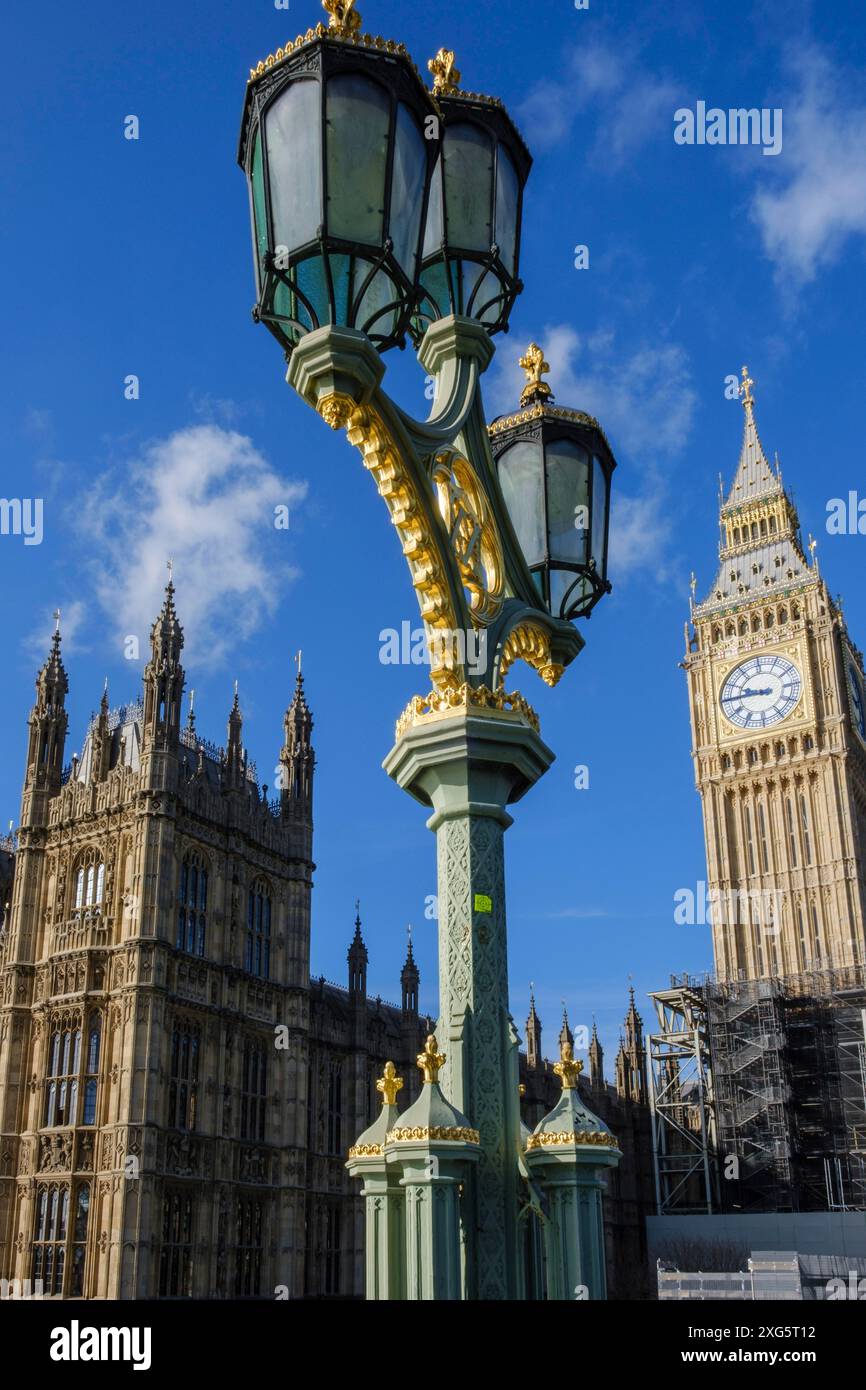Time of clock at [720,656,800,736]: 9:45
